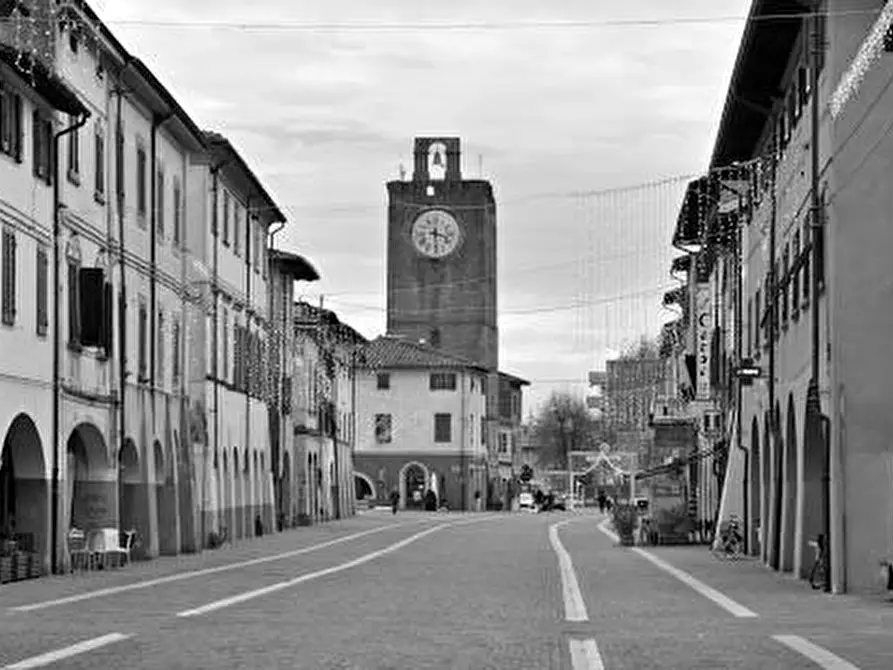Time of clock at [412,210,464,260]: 3:29
